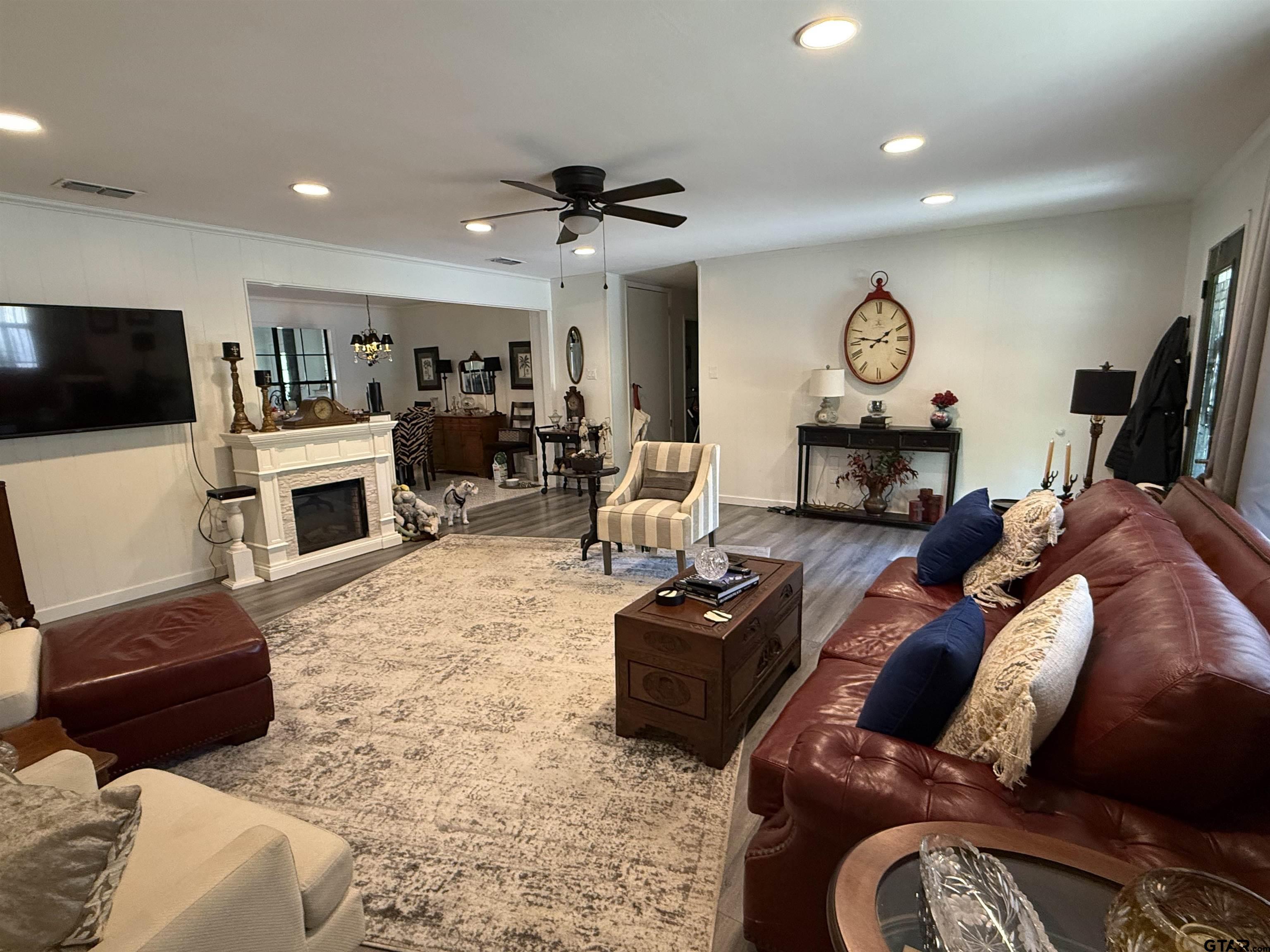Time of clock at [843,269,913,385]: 1:46
